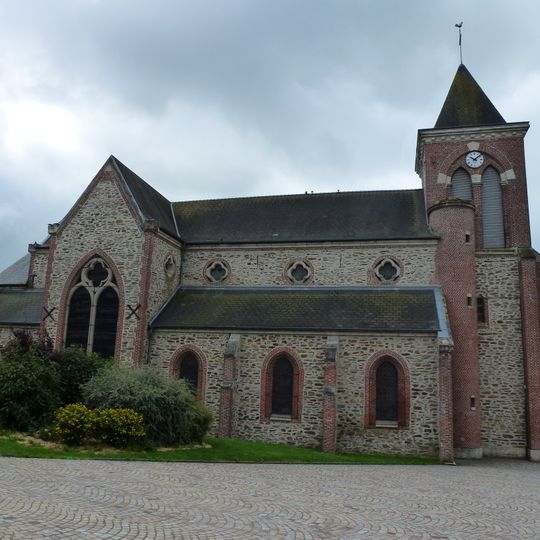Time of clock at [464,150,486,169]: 10:07
